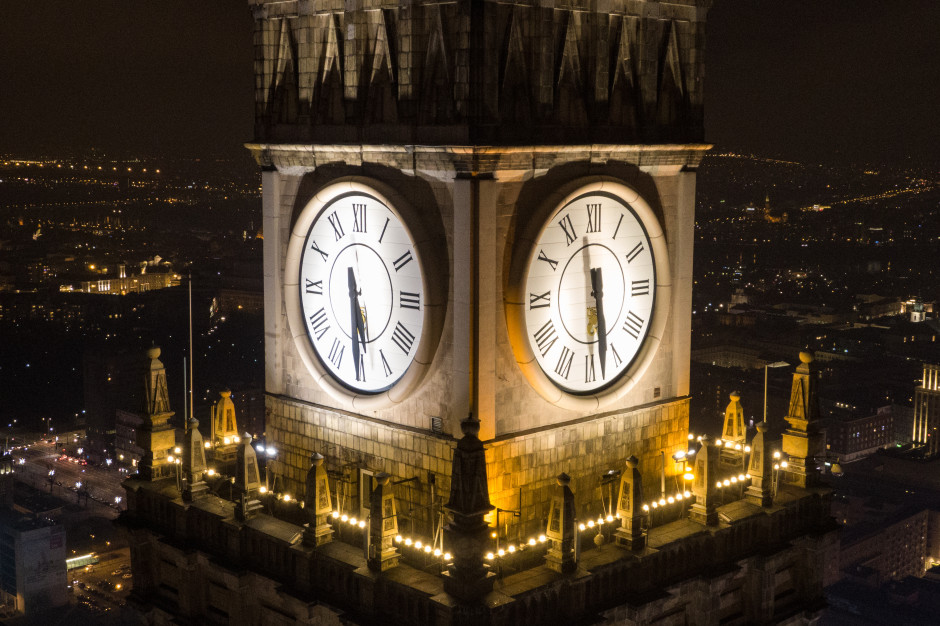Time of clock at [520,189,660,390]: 11:28
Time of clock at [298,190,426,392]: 5:30
